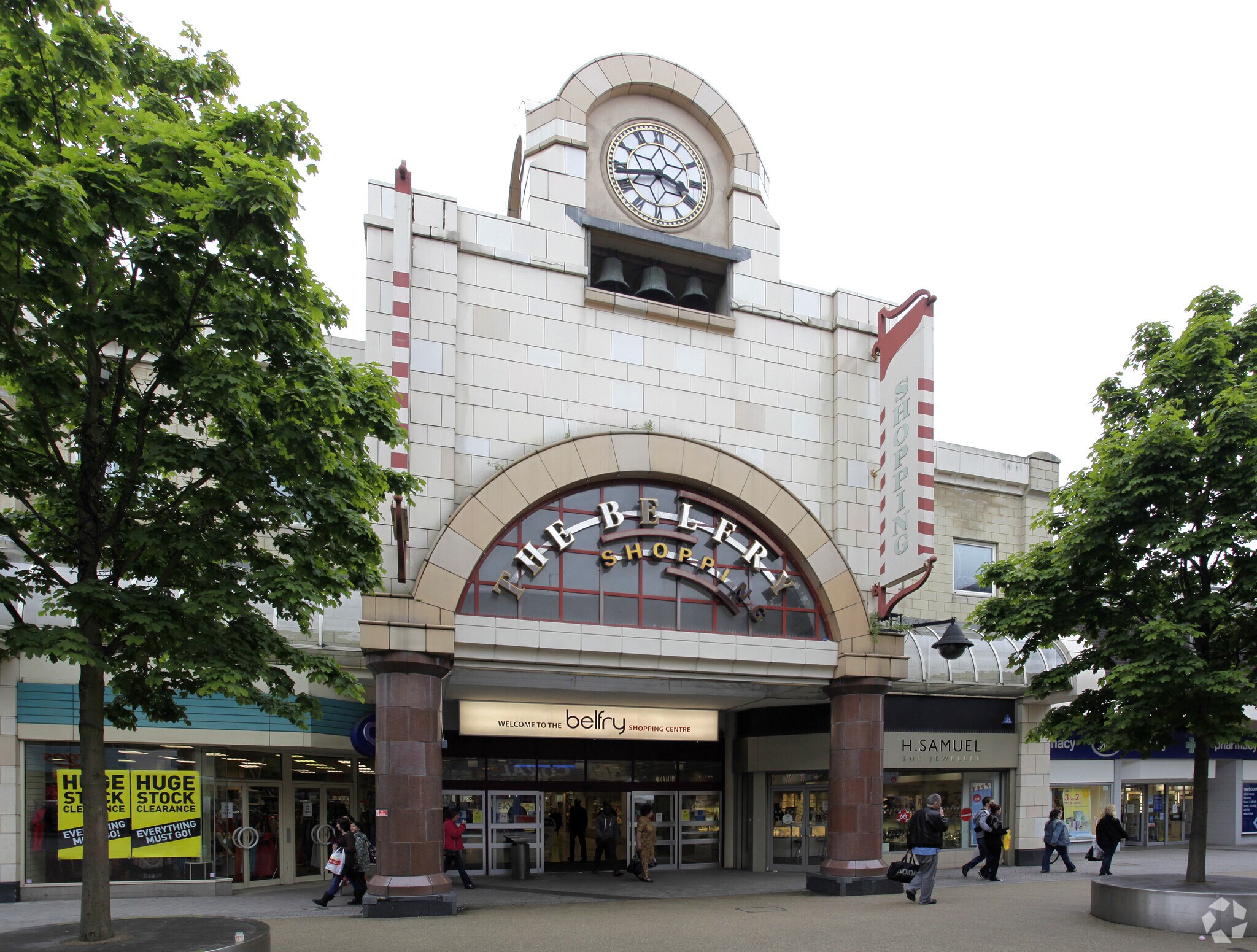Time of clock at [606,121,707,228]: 3:43
